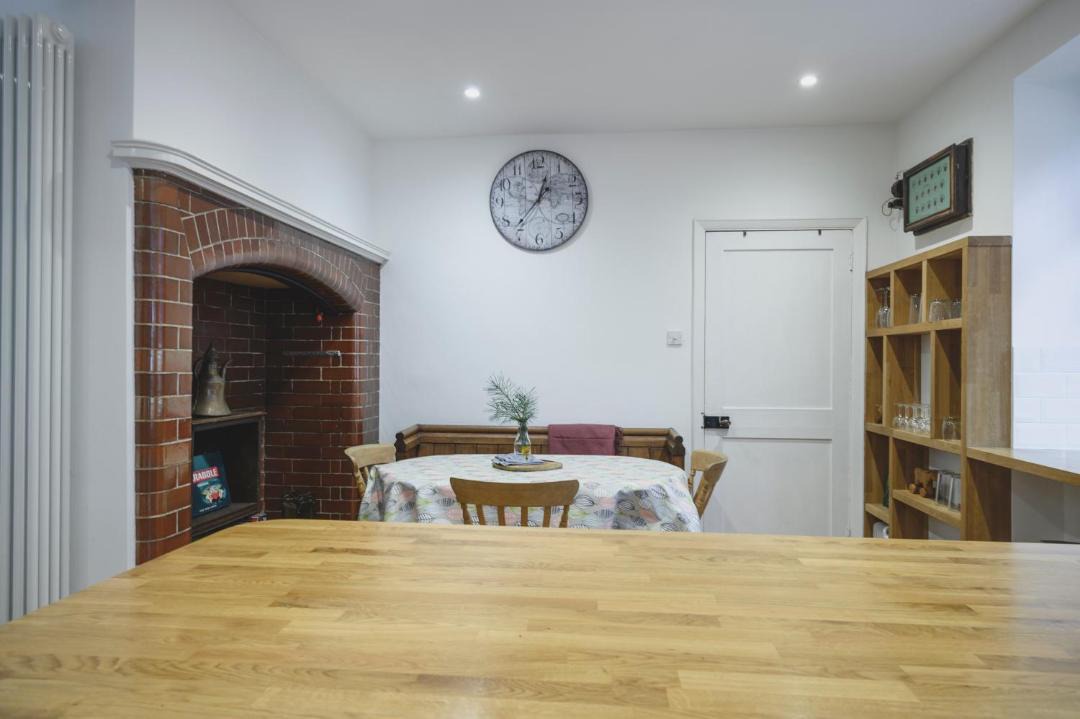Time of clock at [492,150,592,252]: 12:36
